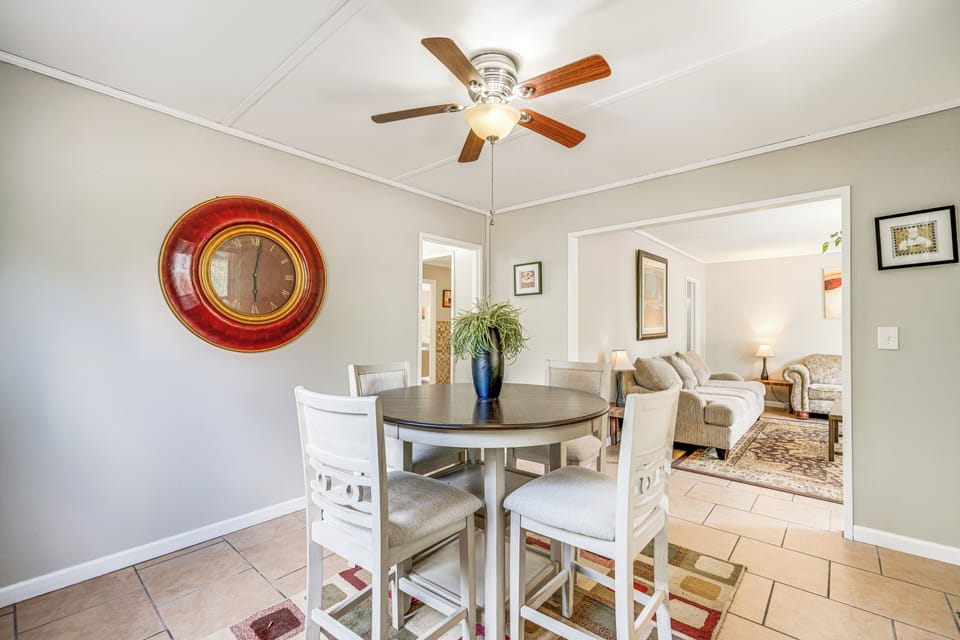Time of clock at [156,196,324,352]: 6:01
